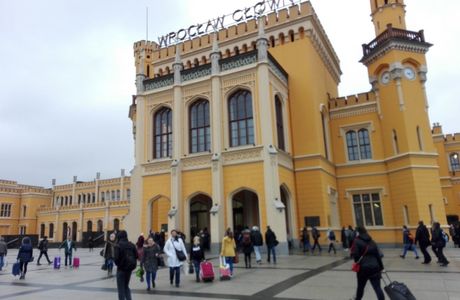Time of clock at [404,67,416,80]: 4:12
